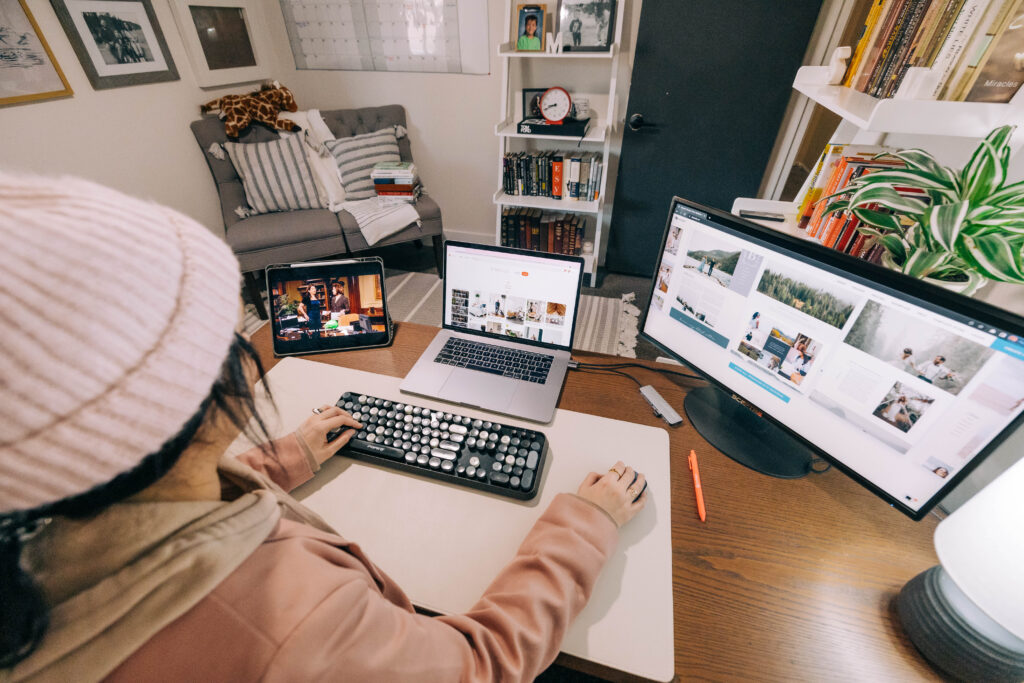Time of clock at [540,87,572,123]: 8:41
